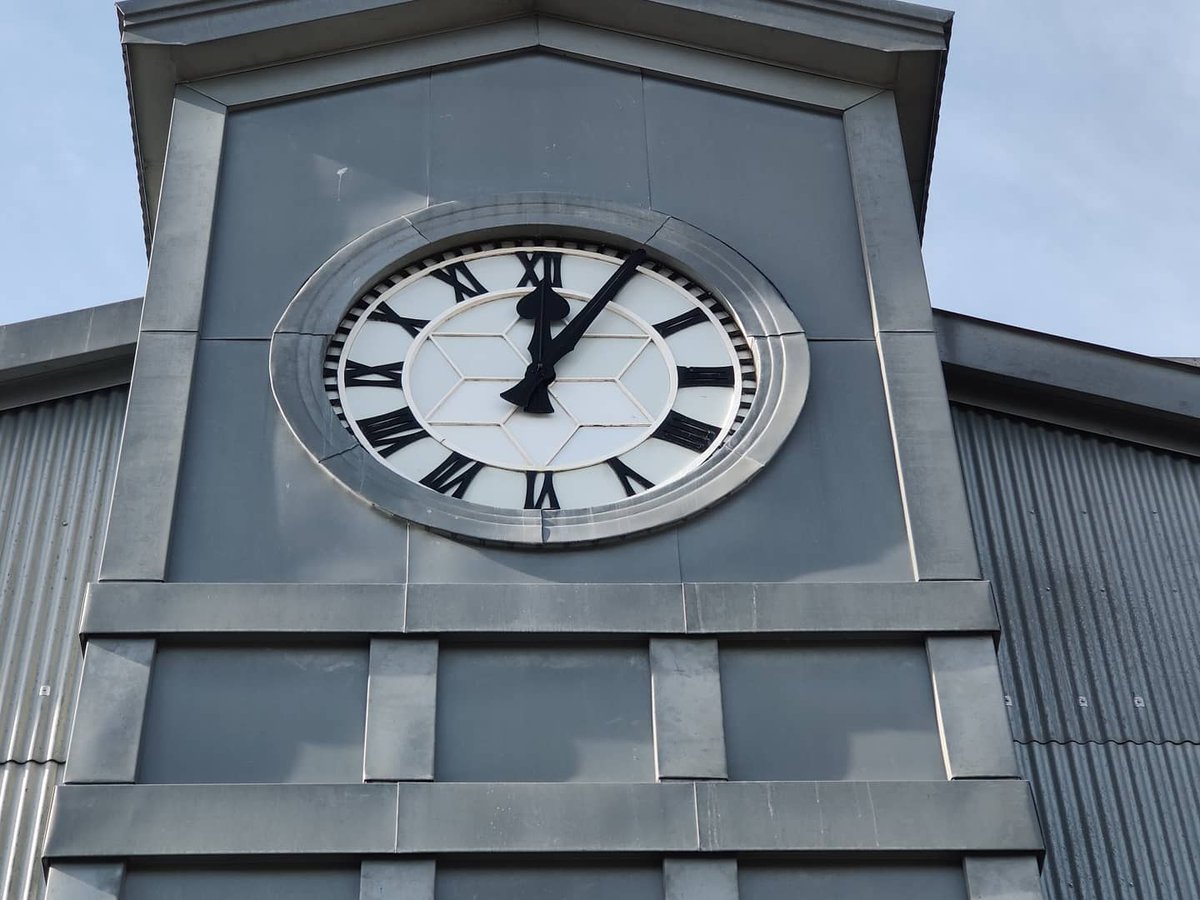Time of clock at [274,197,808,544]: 12:04
